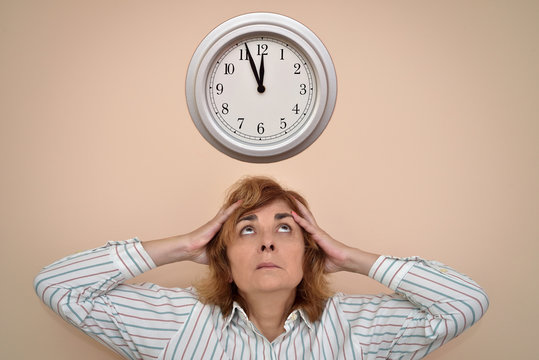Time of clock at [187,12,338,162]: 11:56
